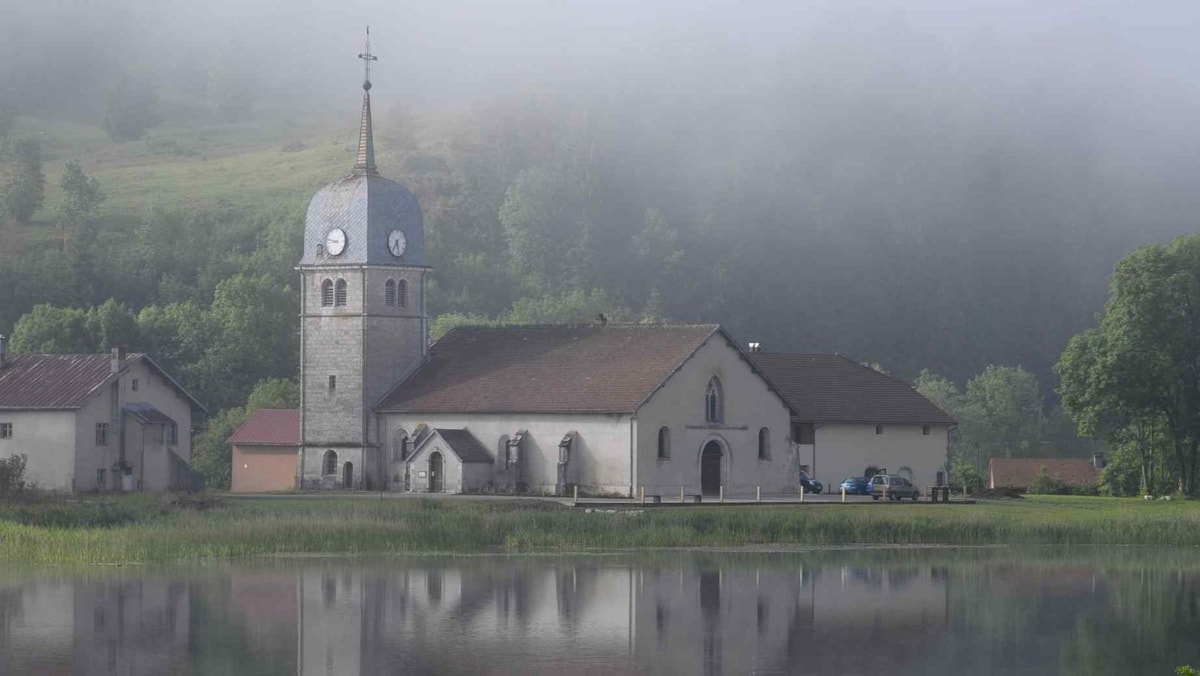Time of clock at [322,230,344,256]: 8:47
